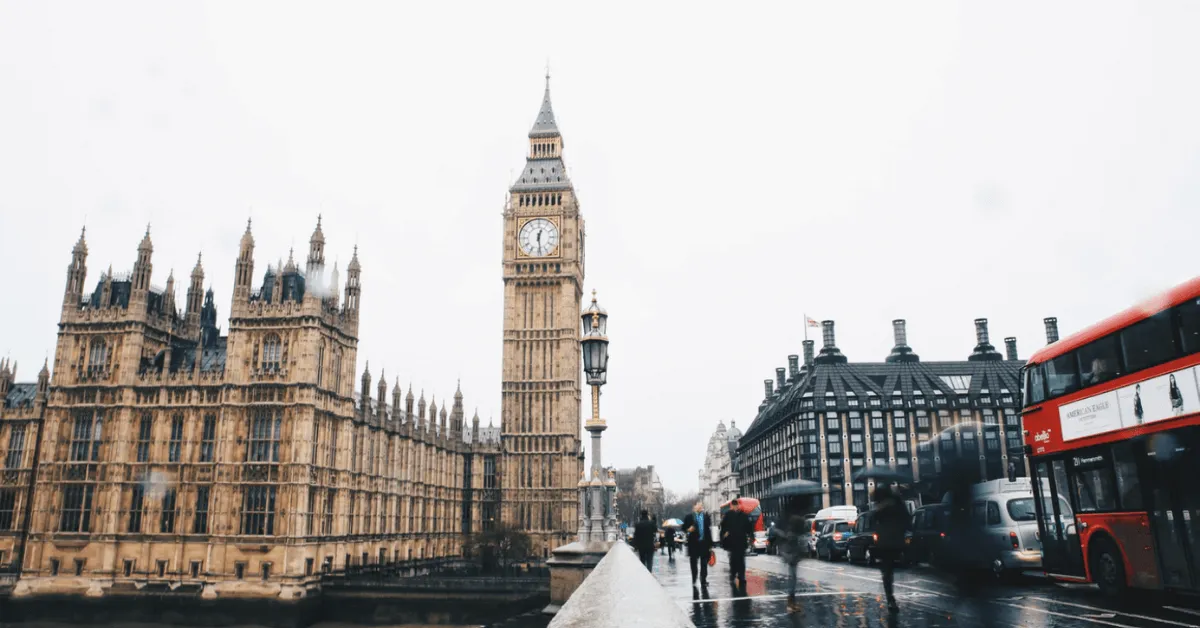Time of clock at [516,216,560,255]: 12:28
